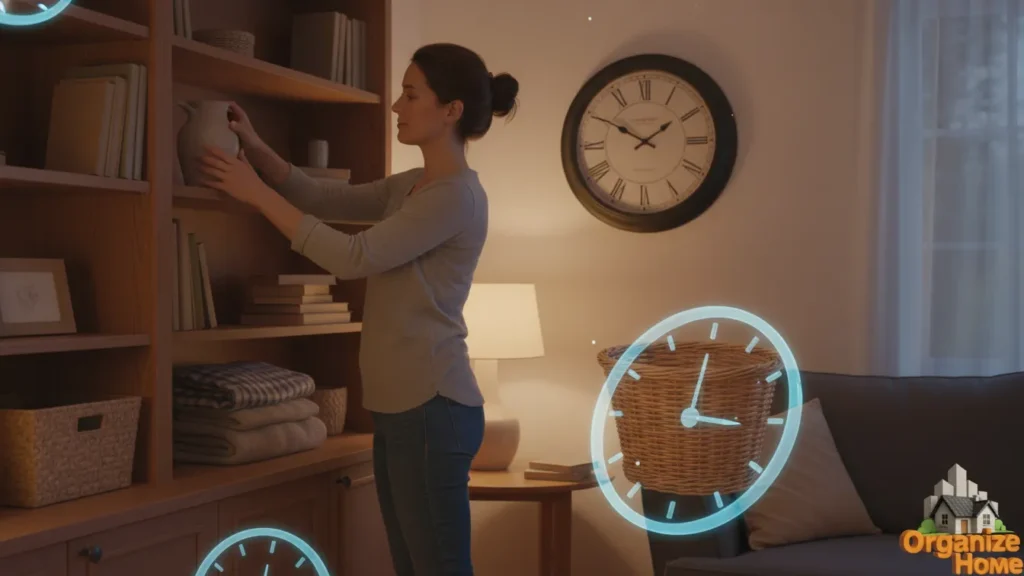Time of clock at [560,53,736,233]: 1:50
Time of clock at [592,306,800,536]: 3:00
